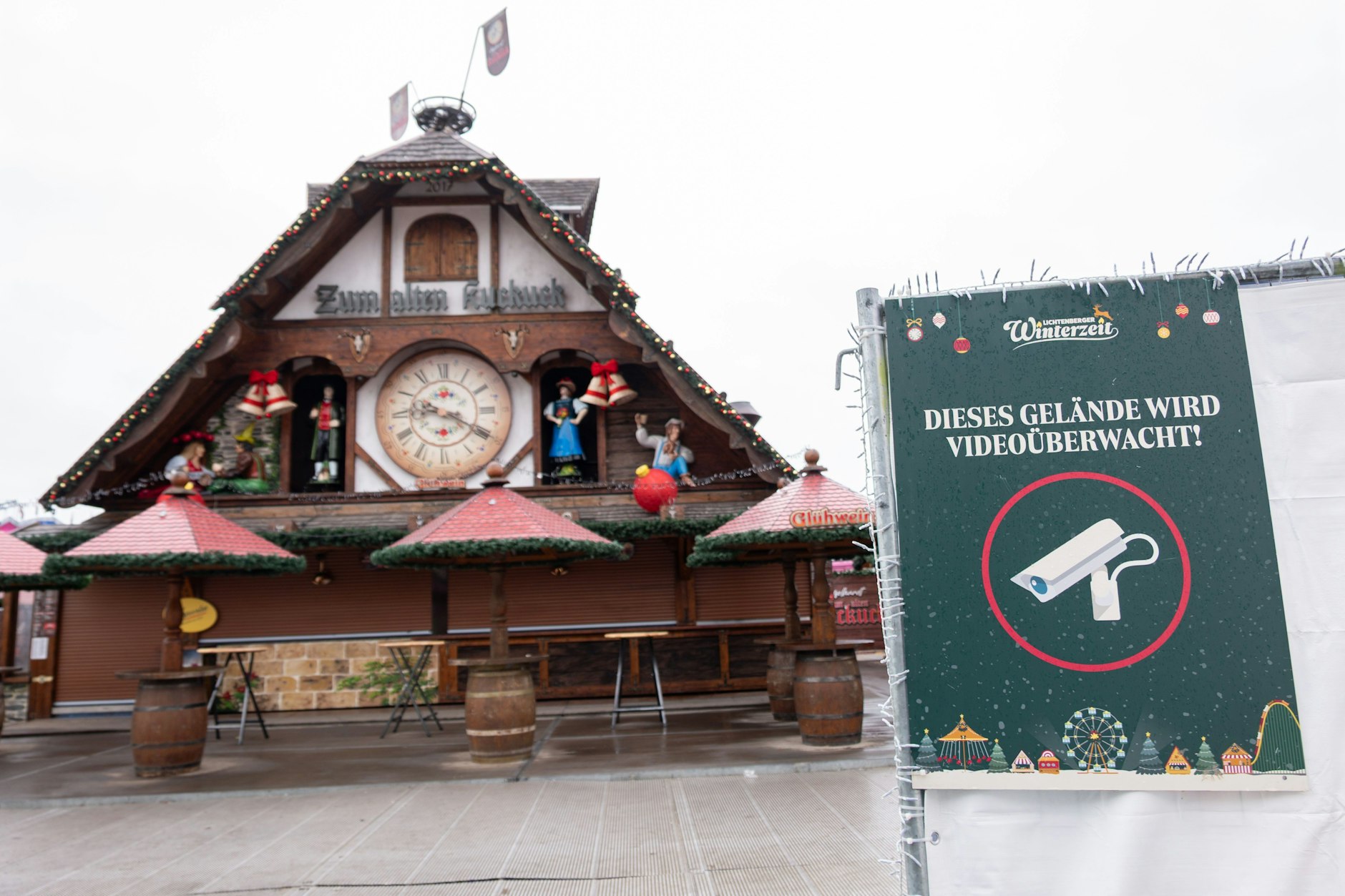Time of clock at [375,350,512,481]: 9:20
